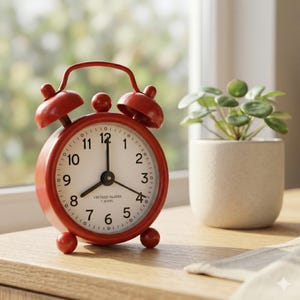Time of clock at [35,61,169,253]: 8:00
